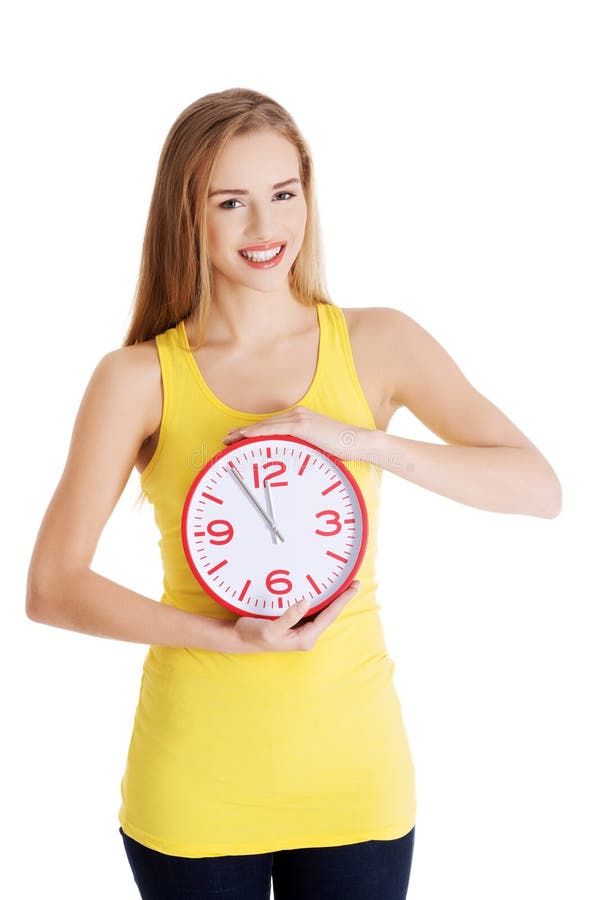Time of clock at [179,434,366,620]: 11:54
